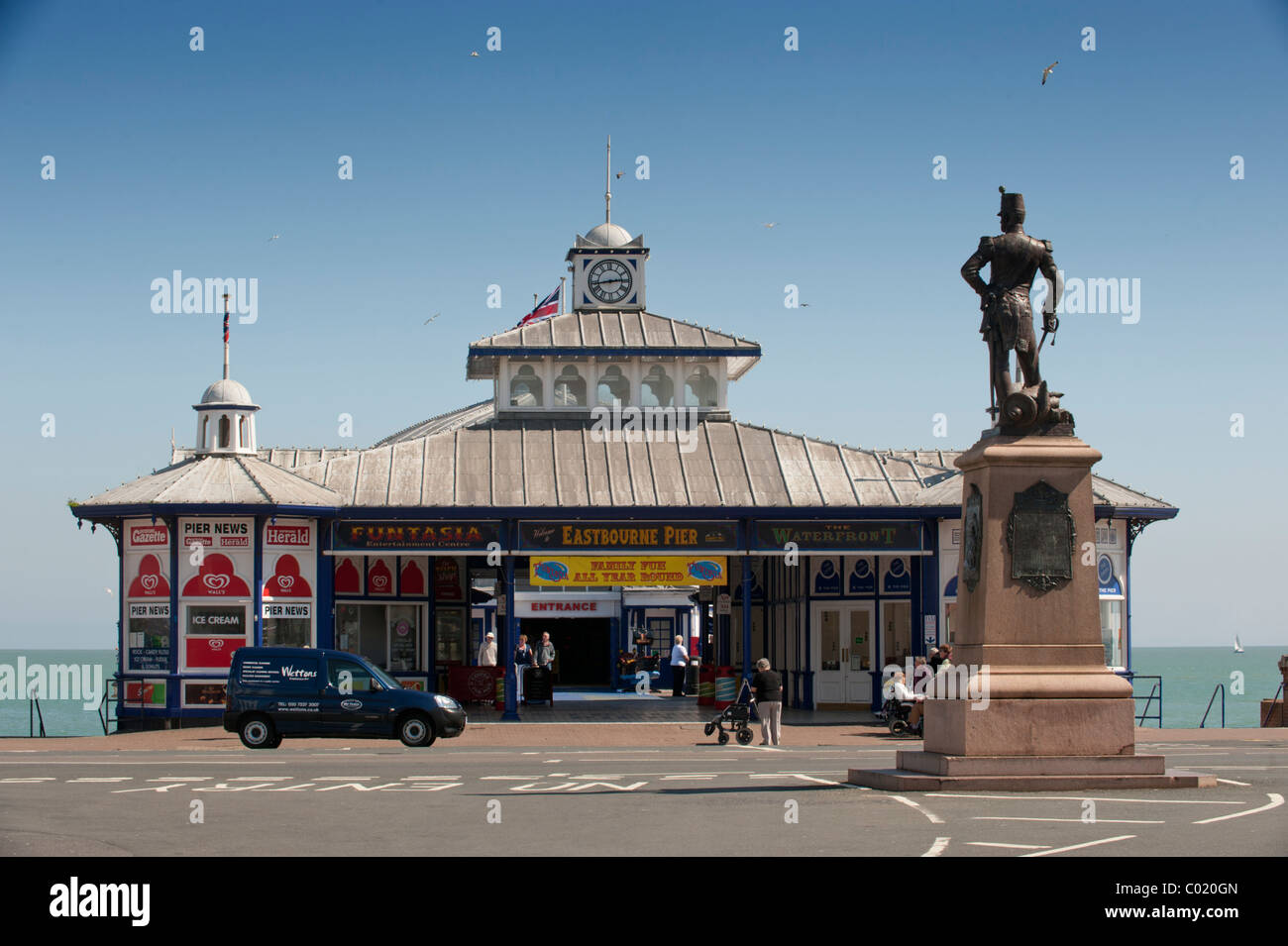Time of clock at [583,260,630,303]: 2:43
